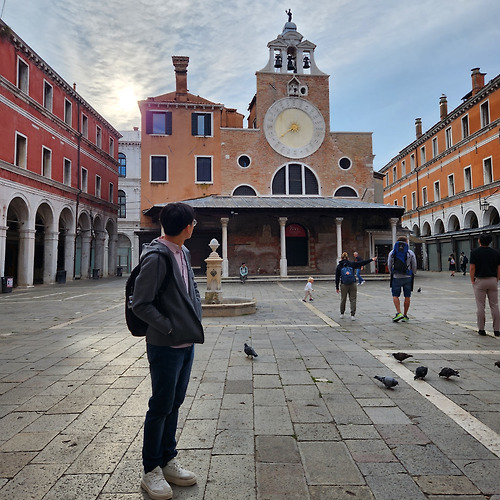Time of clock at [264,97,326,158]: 7:38
